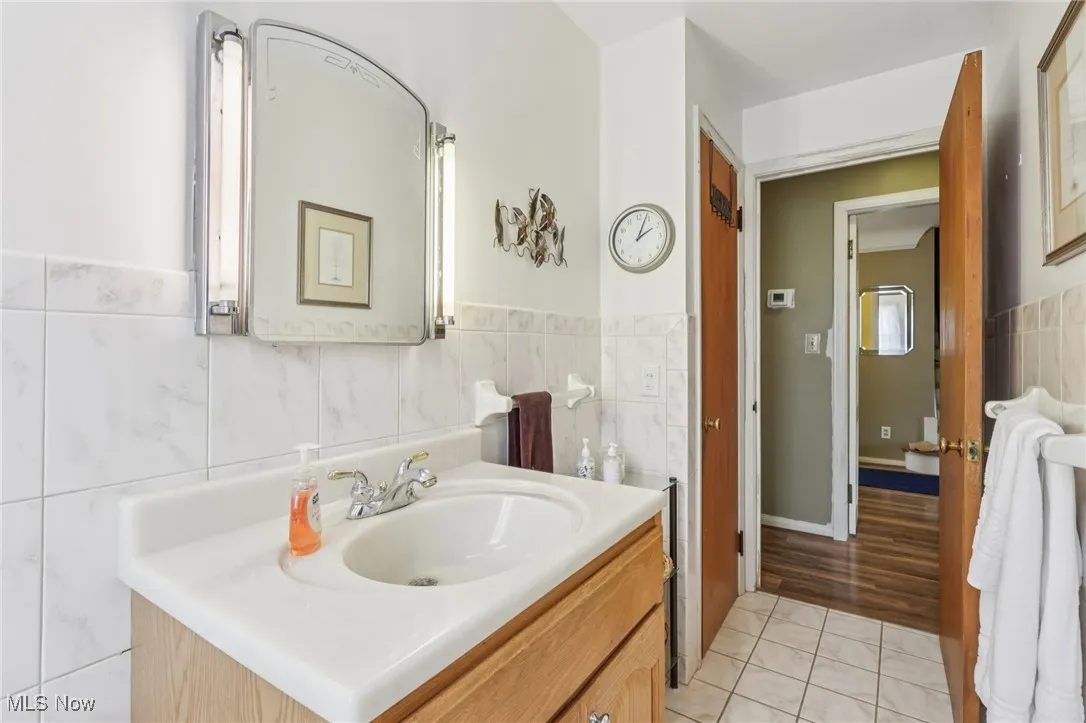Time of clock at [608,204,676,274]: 2:03
